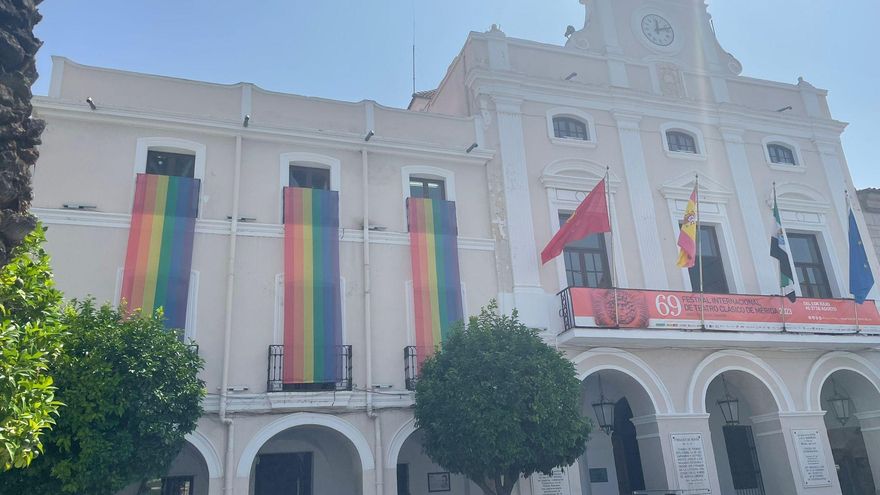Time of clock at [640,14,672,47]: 12:12
